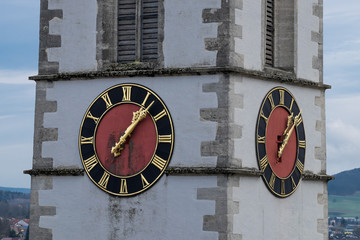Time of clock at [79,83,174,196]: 1:06
